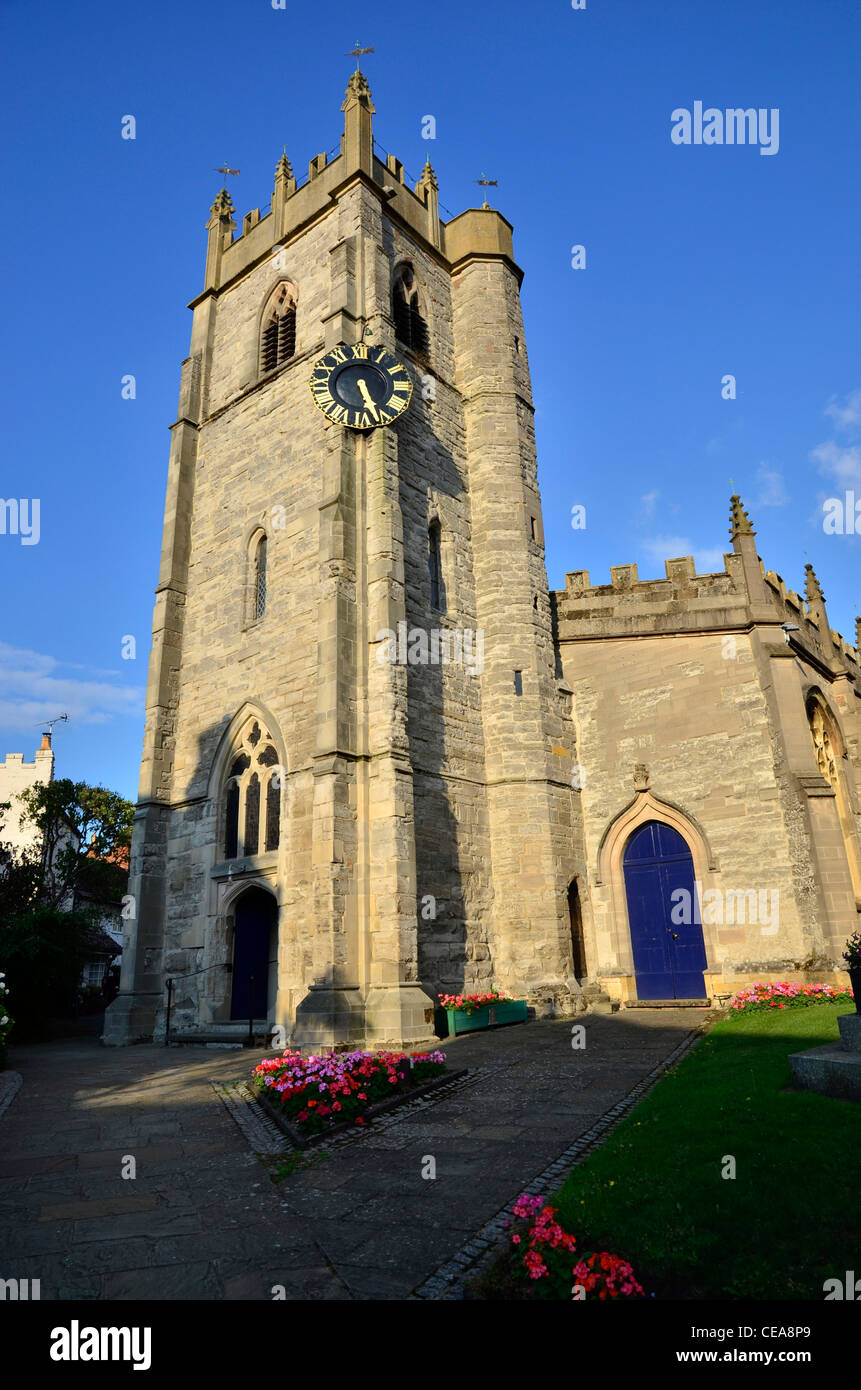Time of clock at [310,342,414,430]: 5:26
